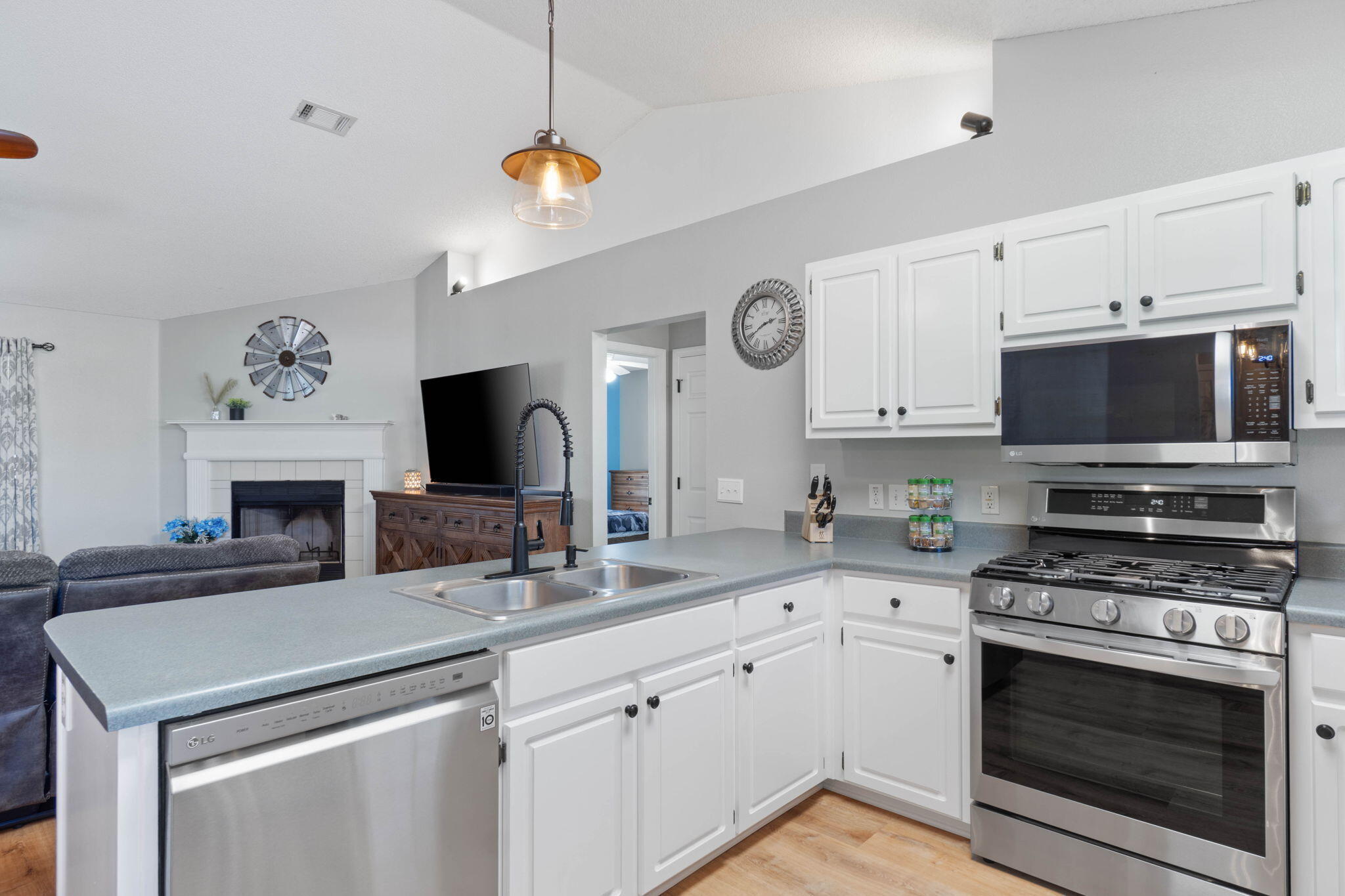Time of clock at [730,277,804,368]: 2:40
